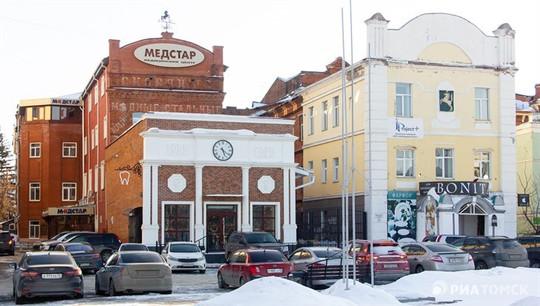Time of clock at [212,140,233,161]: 5:20
